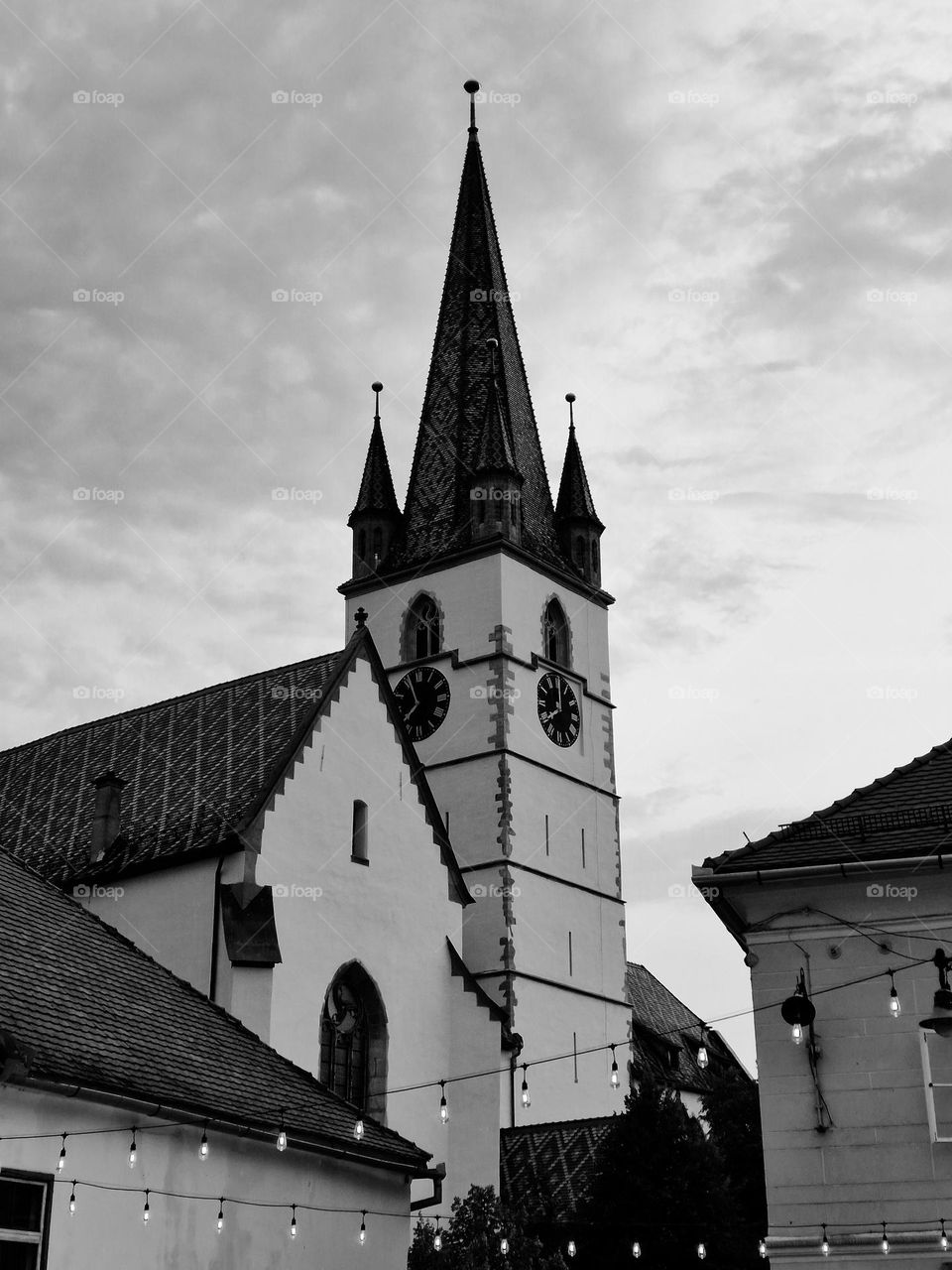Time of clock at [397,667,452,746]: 7:56
